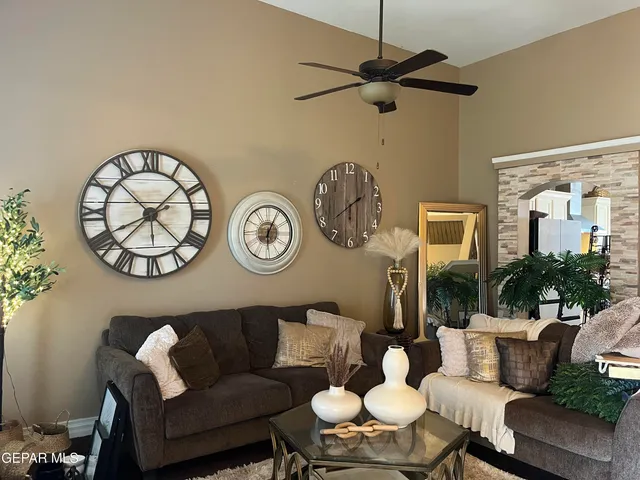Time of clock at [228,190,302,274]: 6:04
